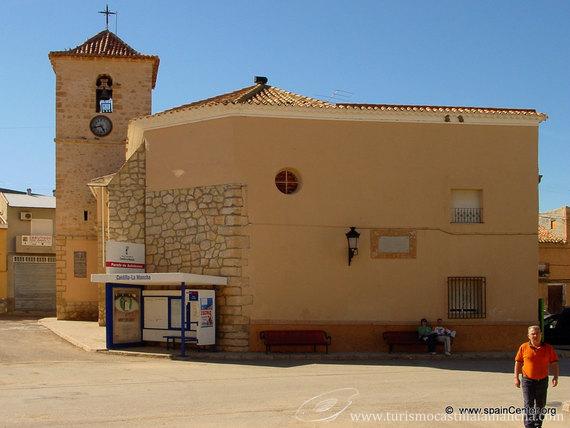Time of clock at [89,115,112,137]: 8:24
